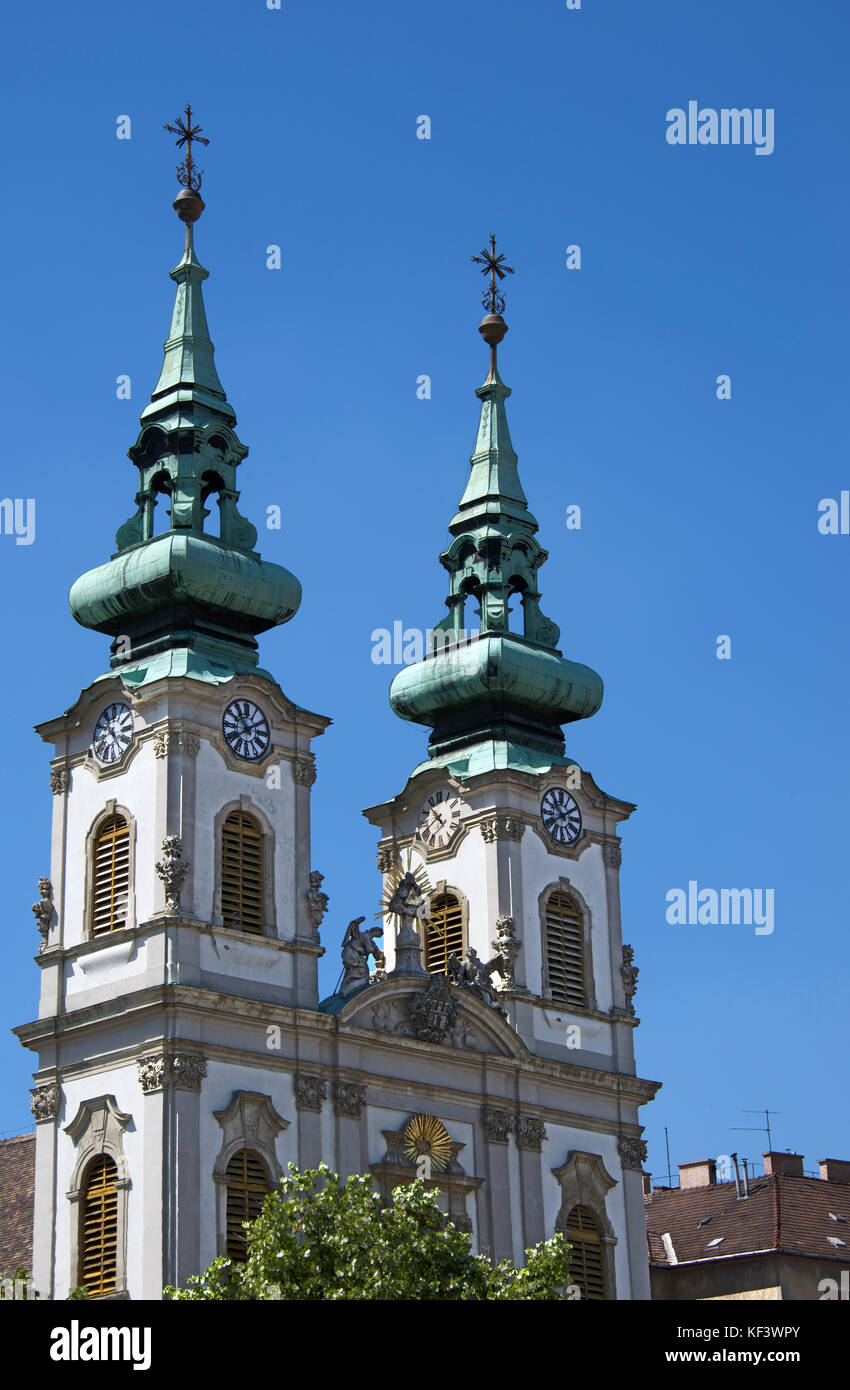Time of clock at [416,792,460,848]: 7:53
